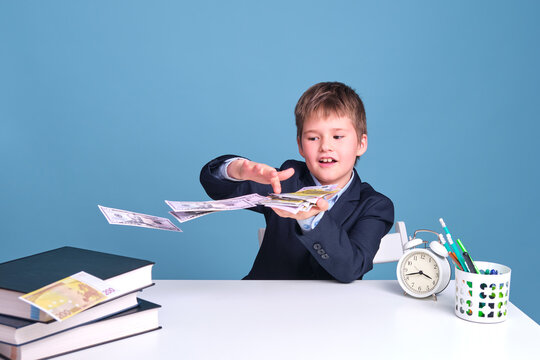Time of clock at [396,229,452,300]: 3:42
